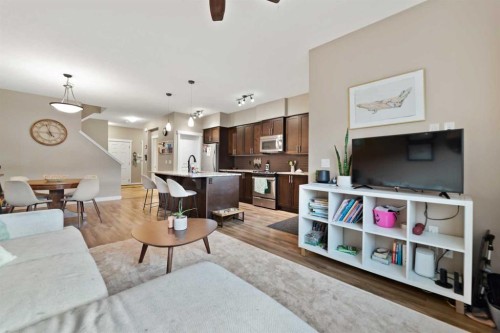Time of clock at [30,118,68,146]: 4:57
